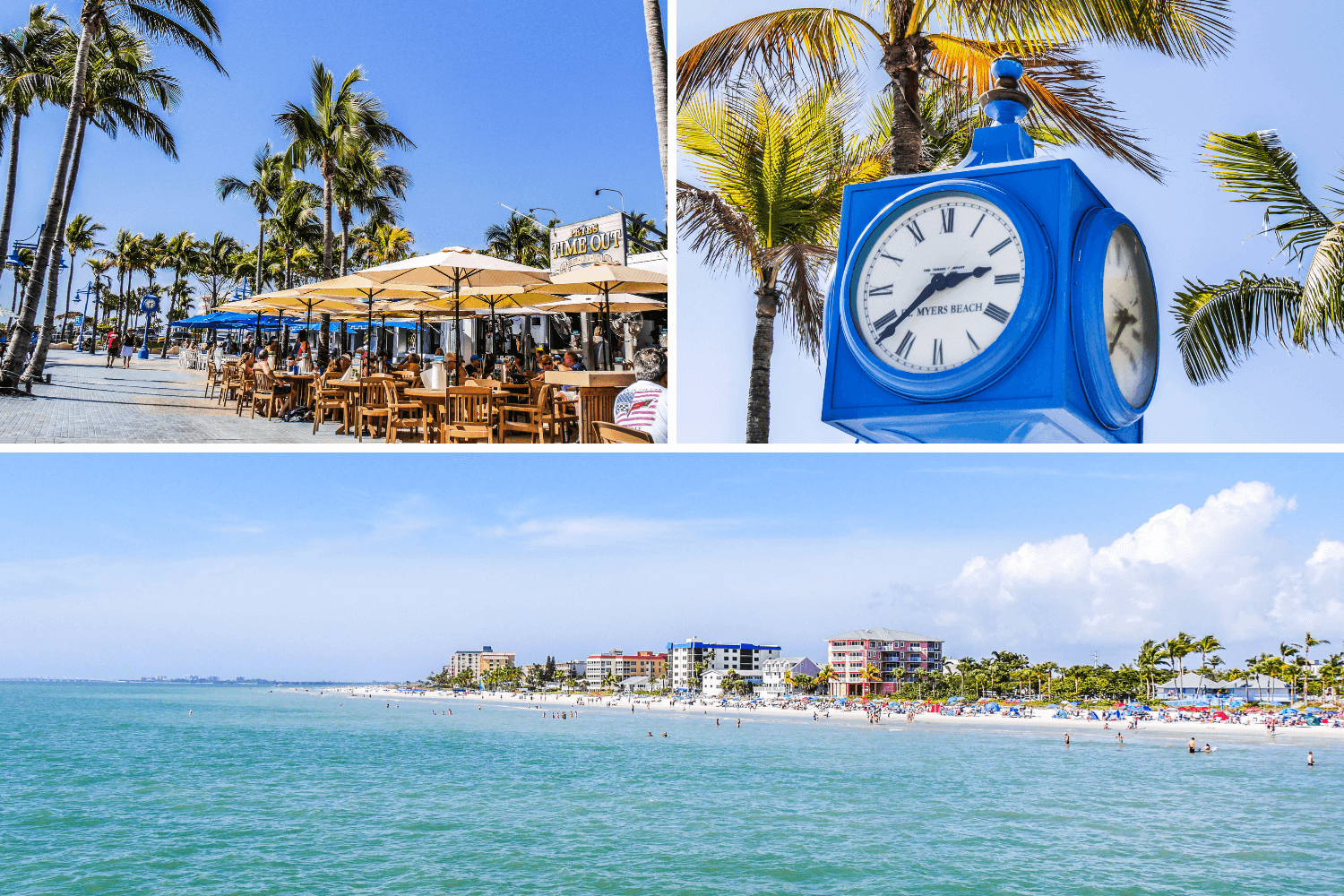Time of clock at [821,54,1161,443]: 2:38
